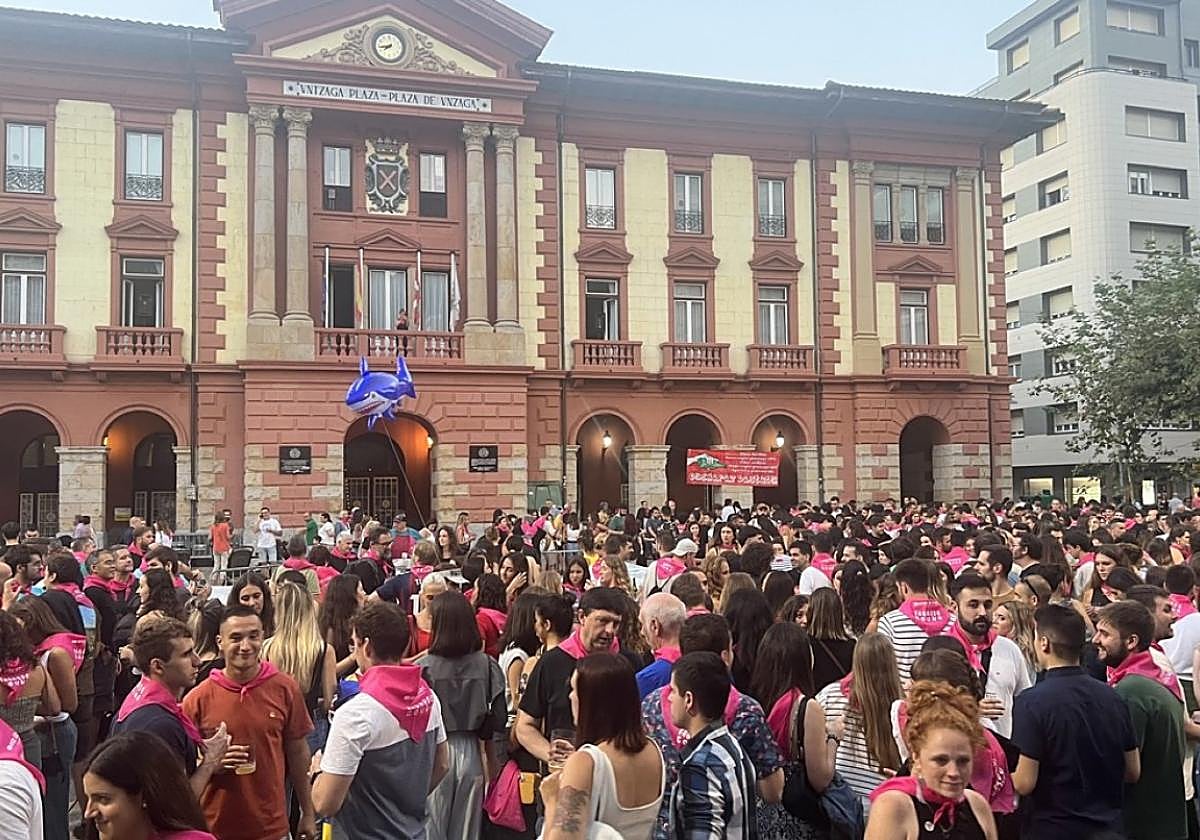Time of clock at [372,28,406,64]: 7:43
